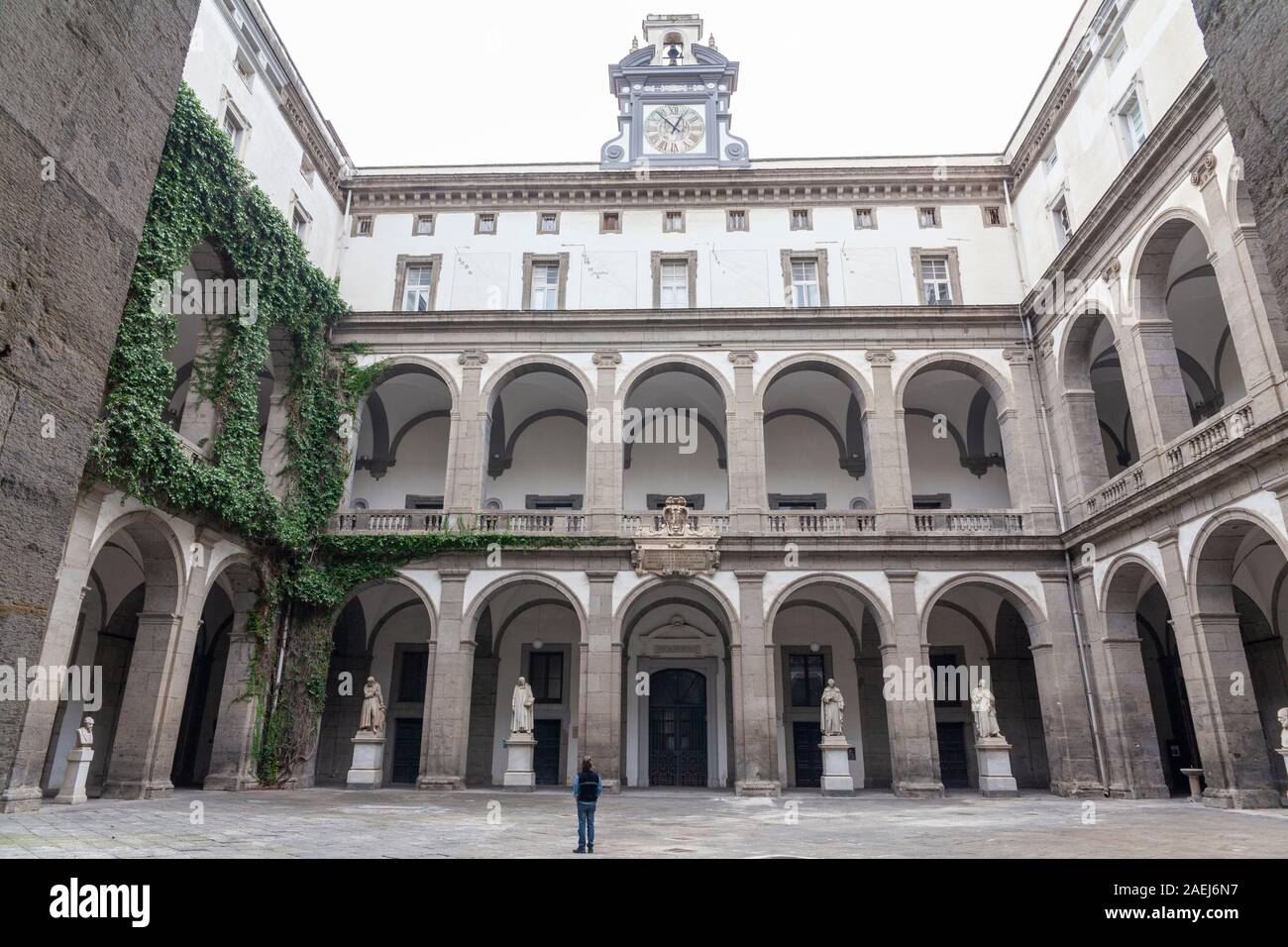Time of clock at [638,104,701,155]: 12:52
